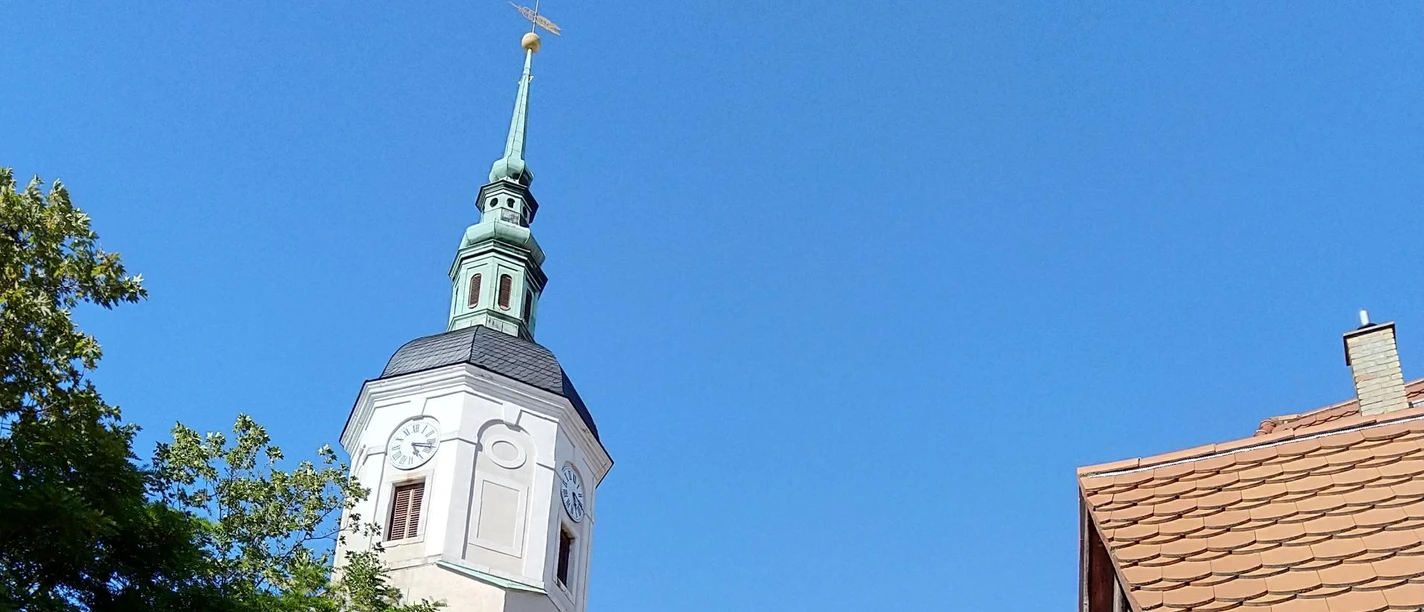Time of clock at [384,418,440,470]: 5:17
